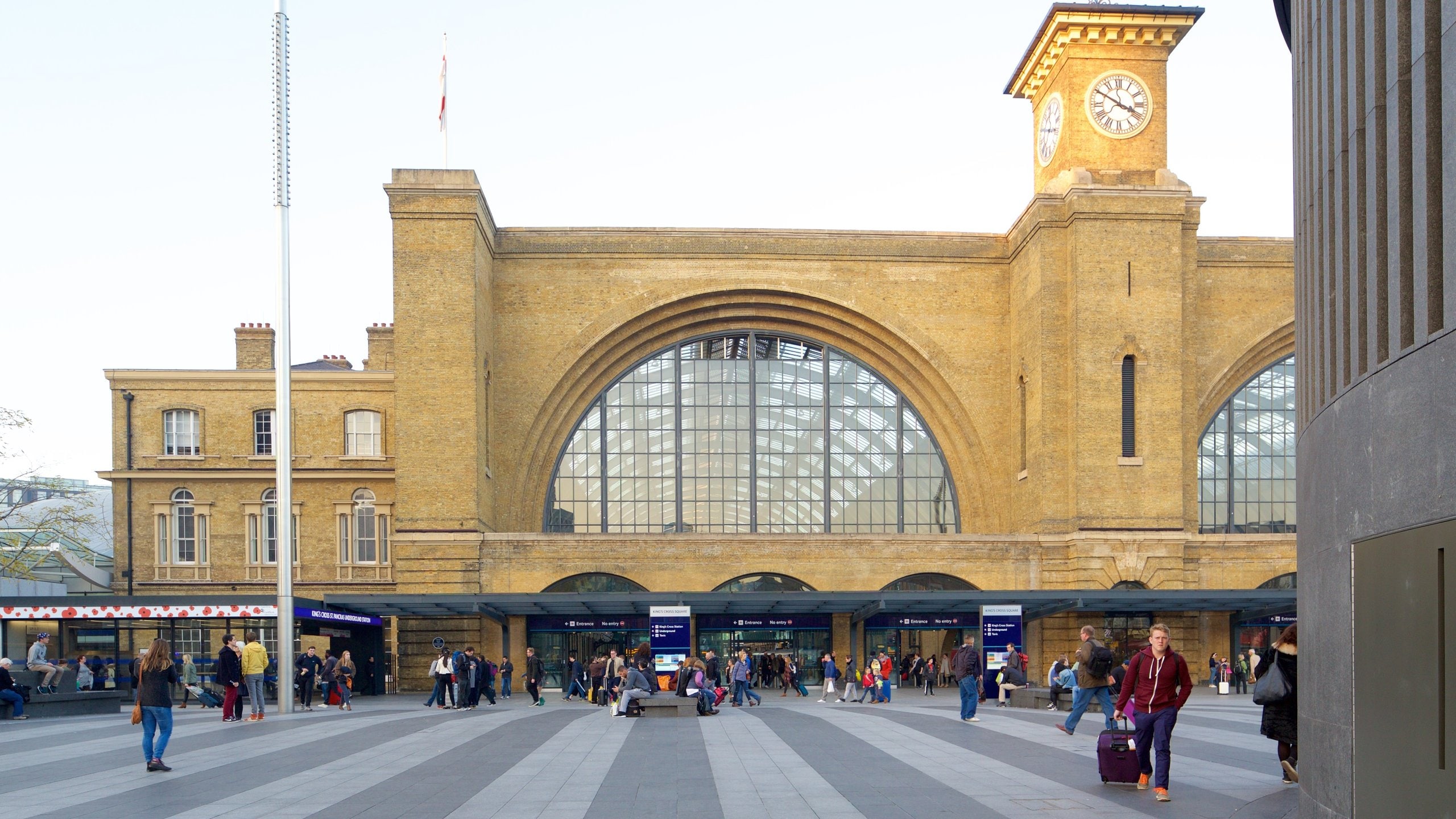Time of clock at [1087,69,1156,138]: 3:50
